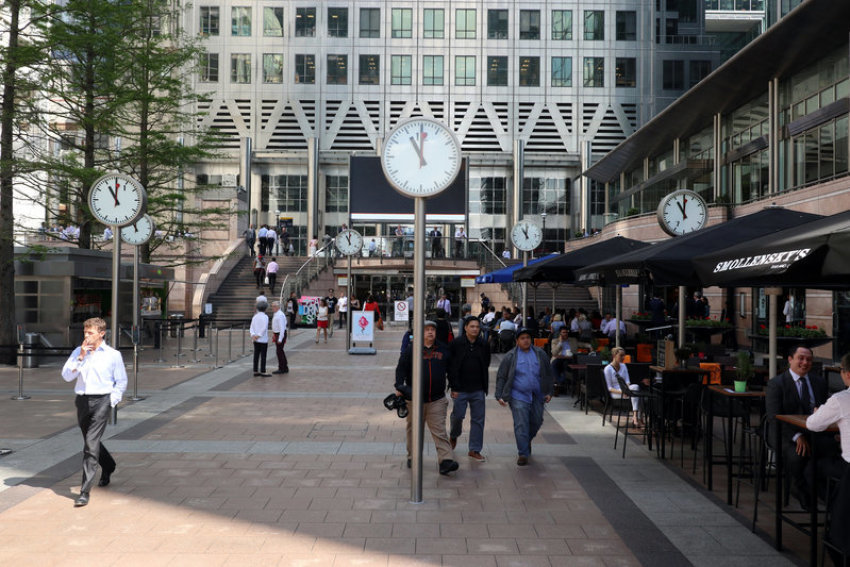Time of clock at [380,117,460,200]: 11:00
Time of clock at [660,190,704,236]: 11:00
